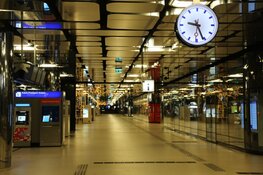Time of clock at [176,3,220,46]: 9:26
